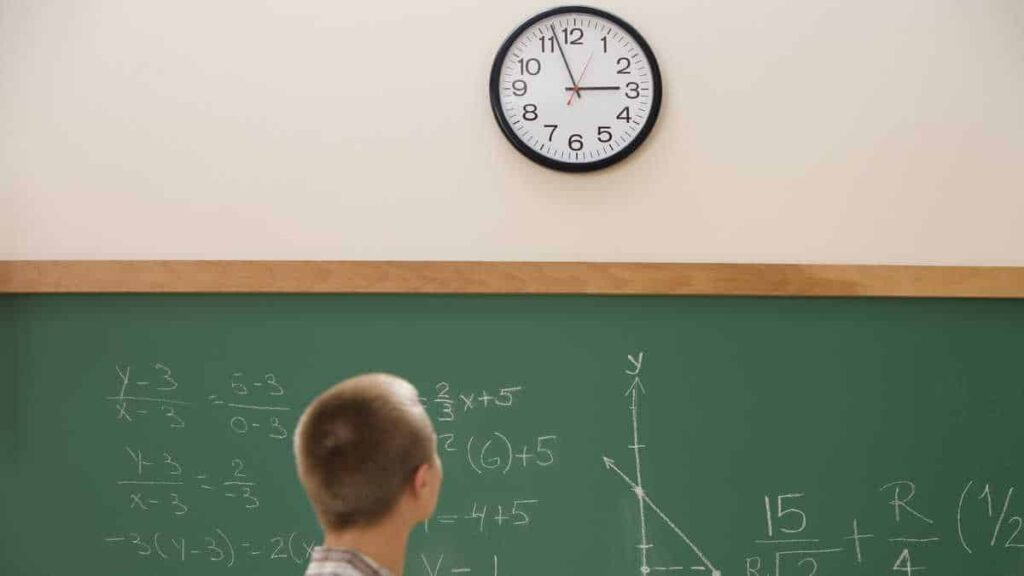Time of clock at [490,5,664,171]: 2:56
